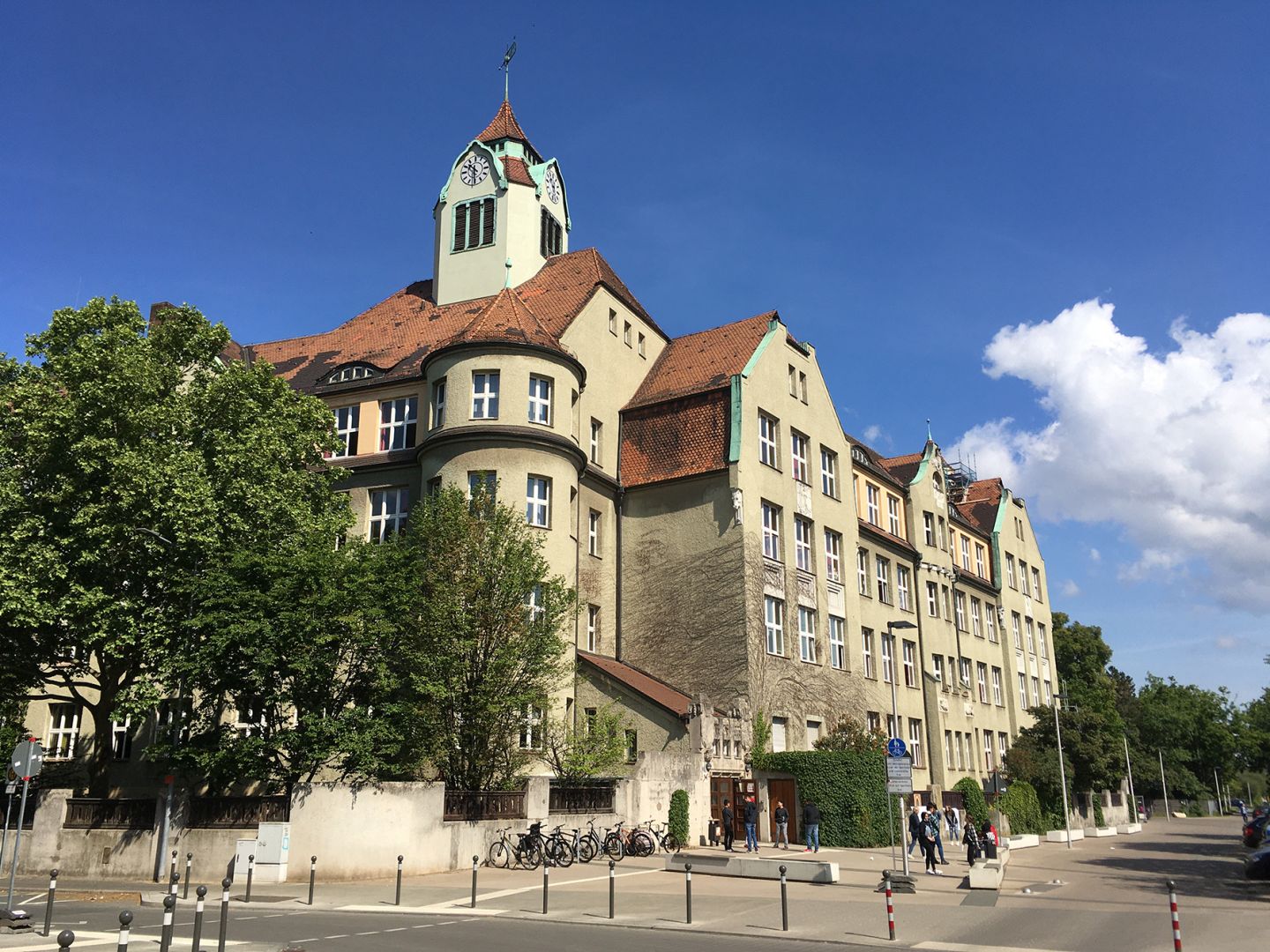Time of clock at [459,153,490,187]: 10:30
